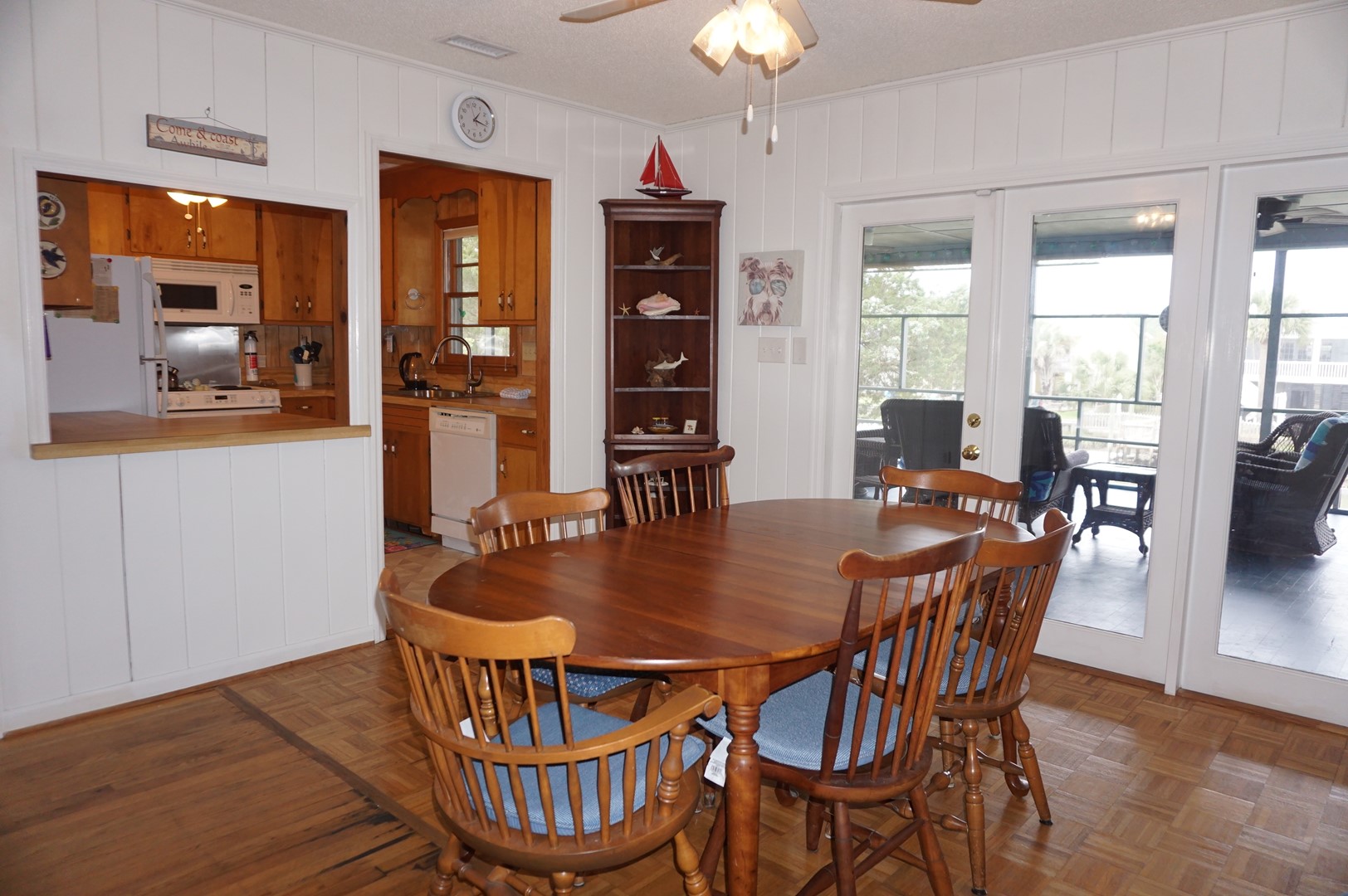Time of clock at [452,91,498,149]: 1:16
